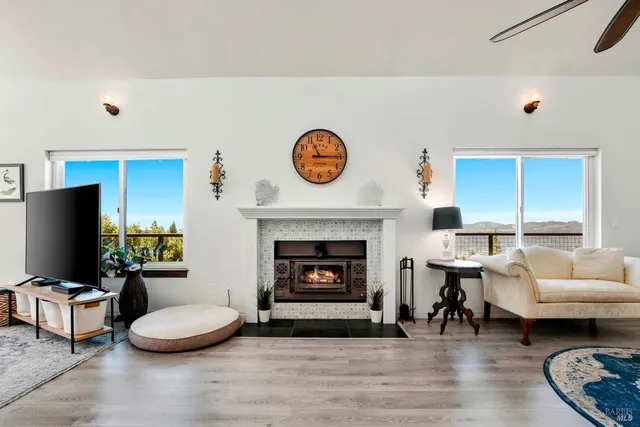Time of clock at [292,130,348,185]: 11:14
